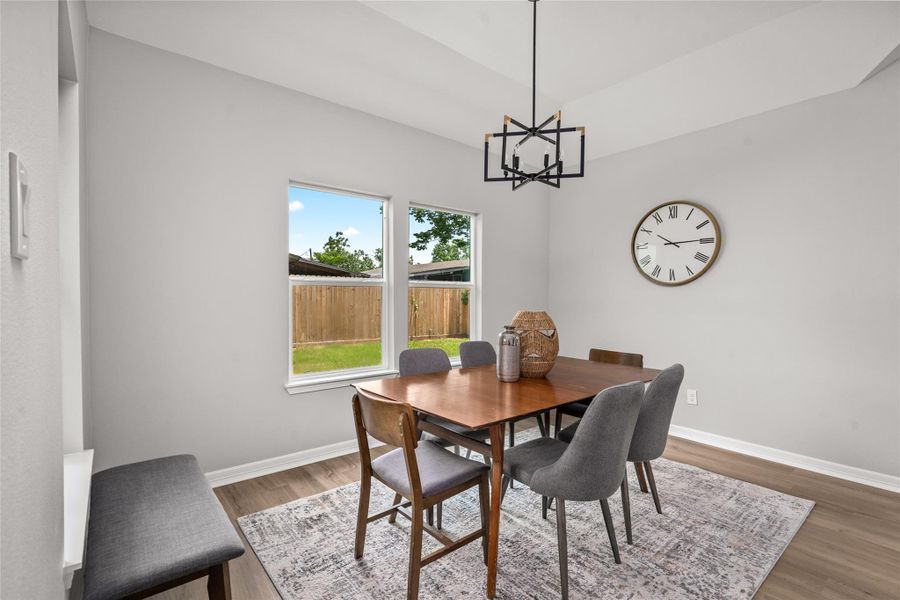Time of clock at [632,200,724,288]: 10:14
